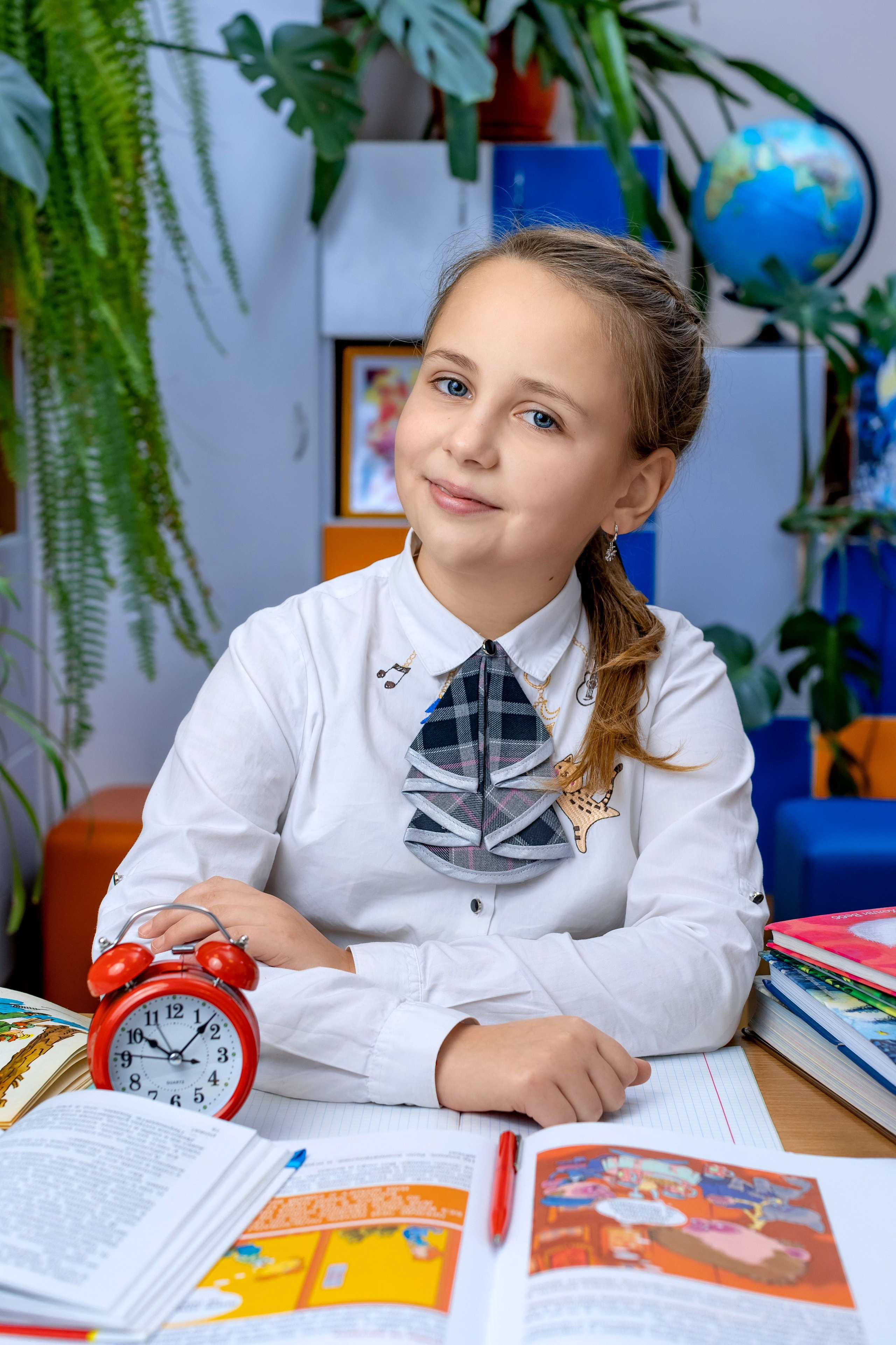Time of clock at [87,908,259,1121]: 10:07
